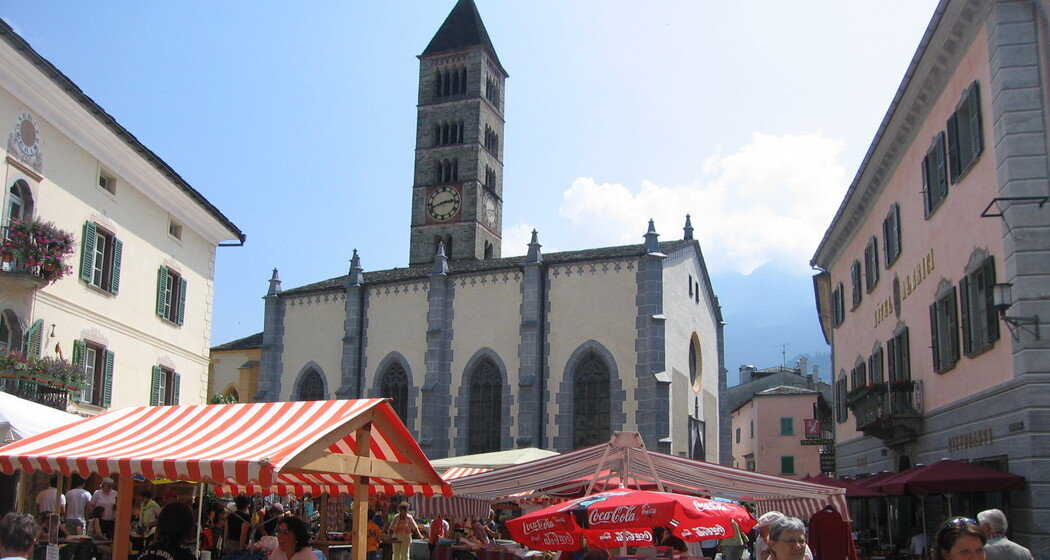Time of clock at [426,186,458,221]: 2:42
